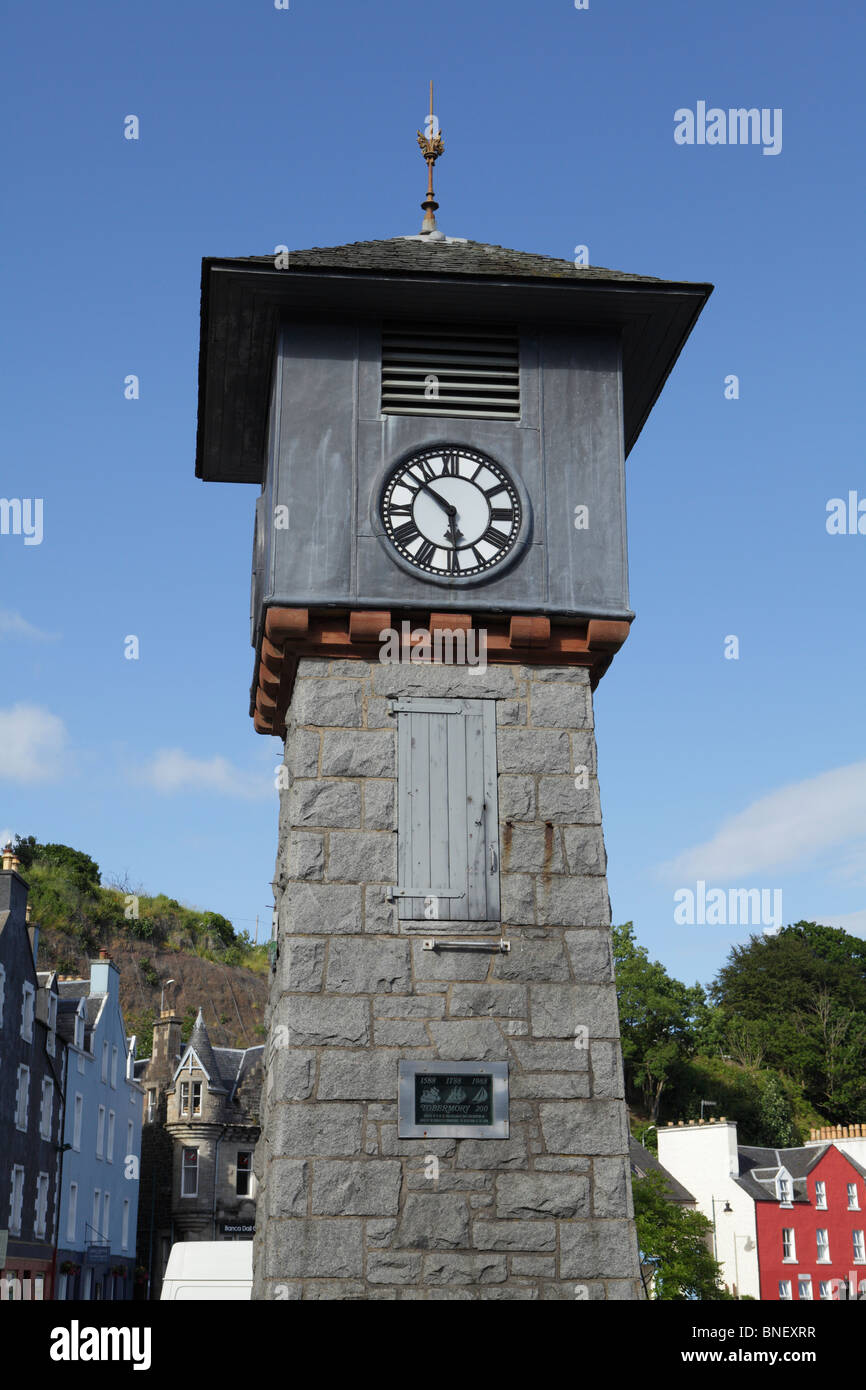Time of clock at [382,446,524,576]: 5:51
